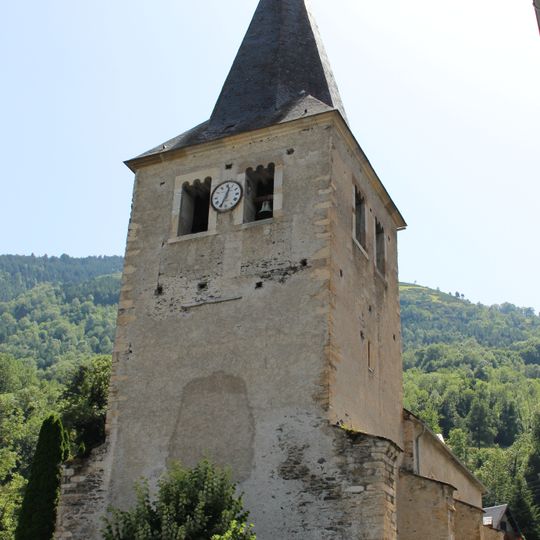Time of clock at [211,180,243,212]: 12:34
